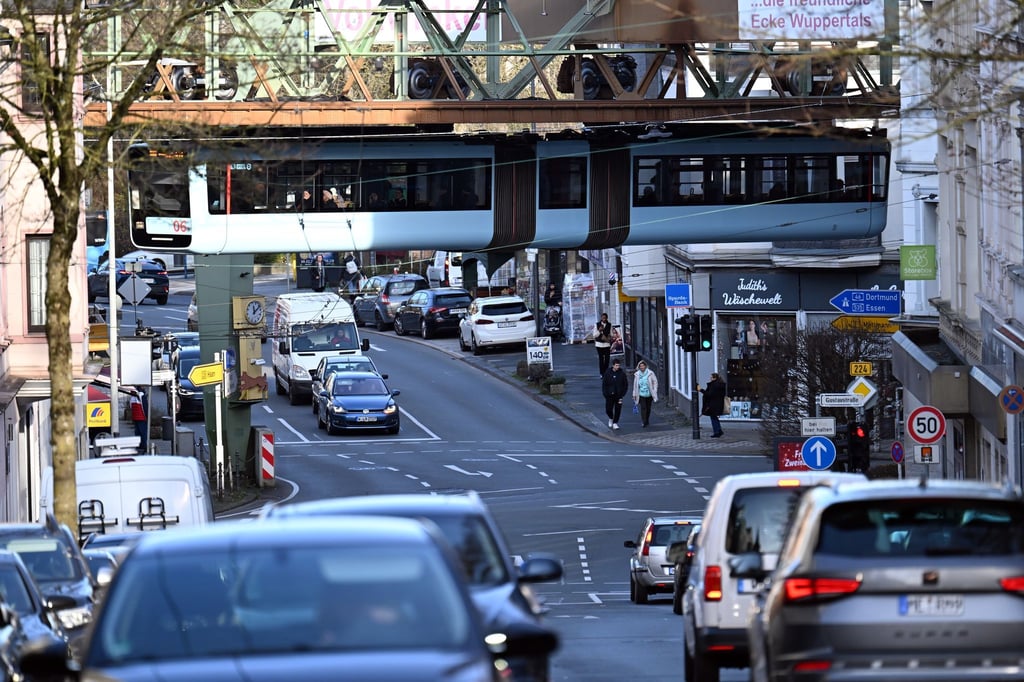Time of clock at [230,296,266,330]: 12:07
